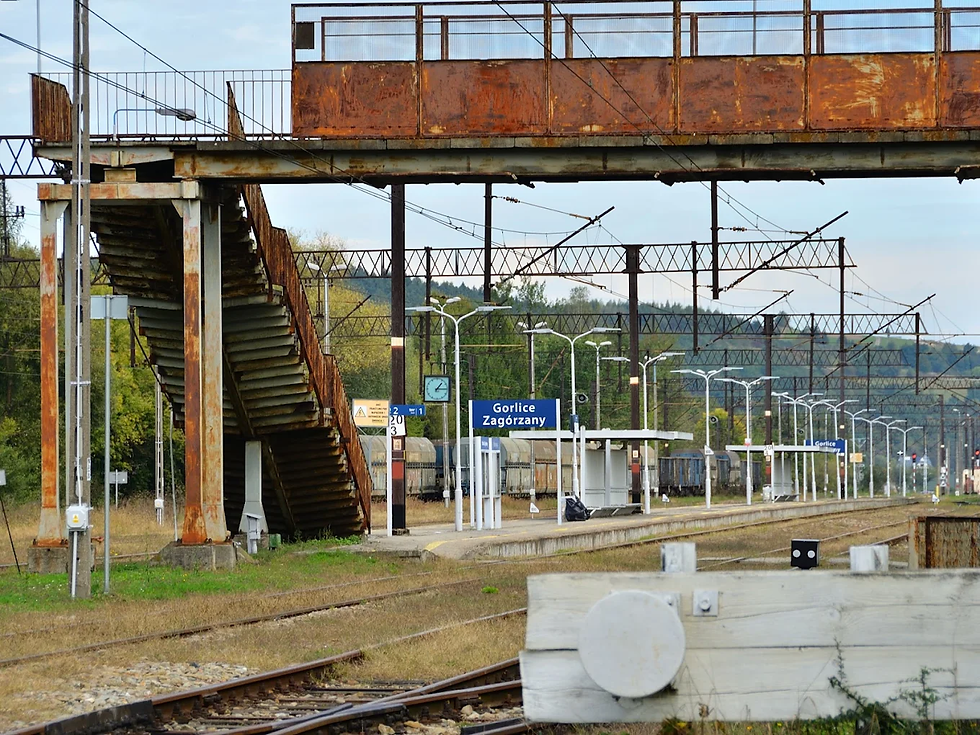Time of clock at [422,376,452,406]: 1:14
